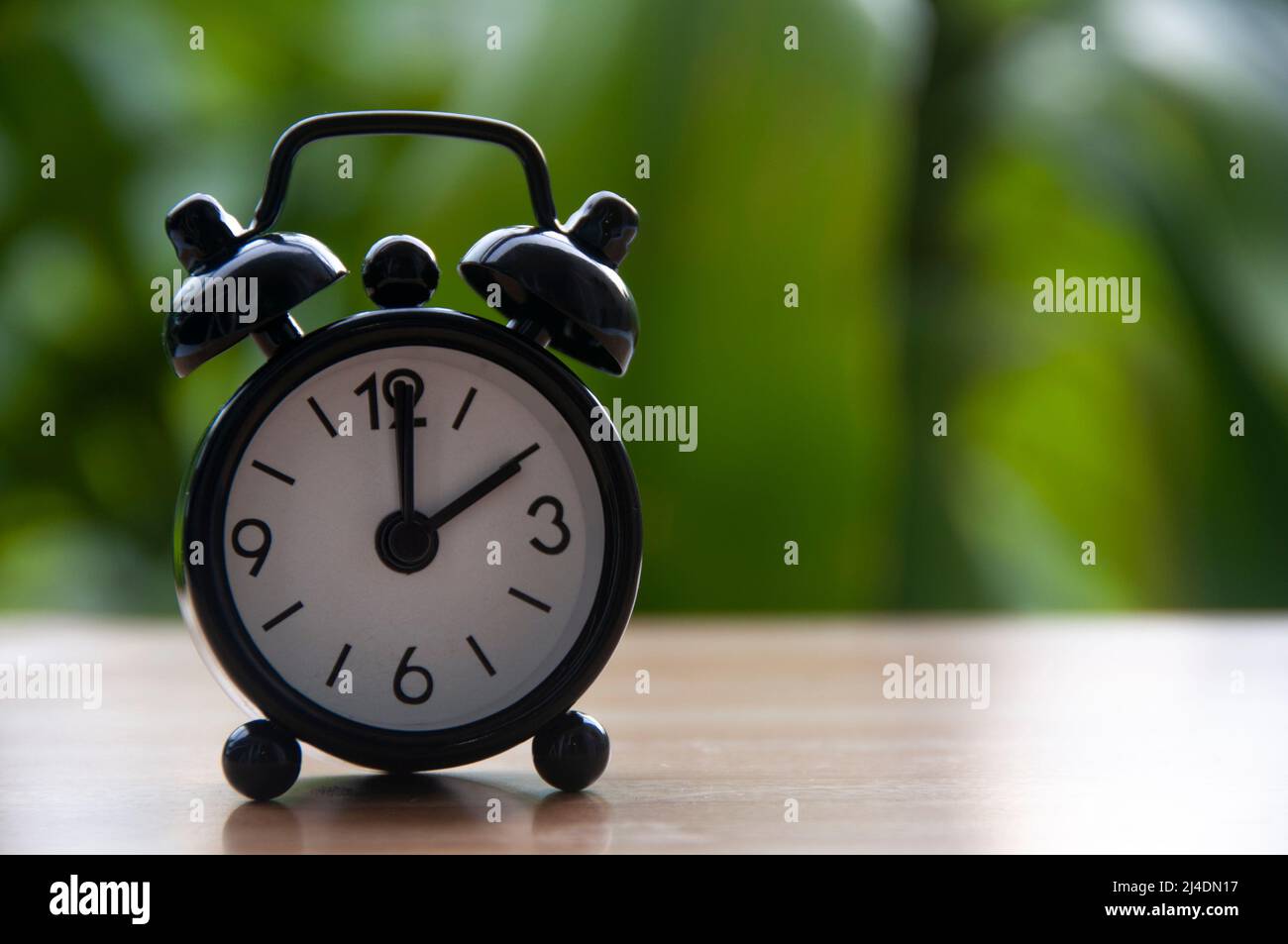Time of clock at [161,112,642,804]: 2:00
